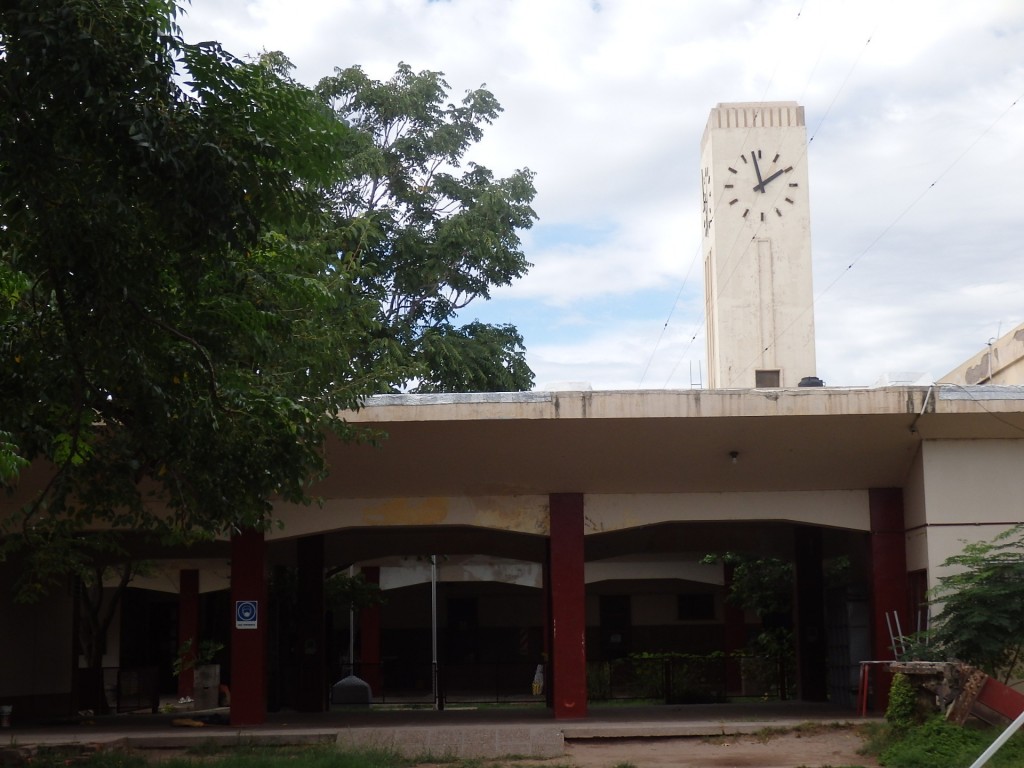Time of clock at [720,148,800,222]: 1:58
